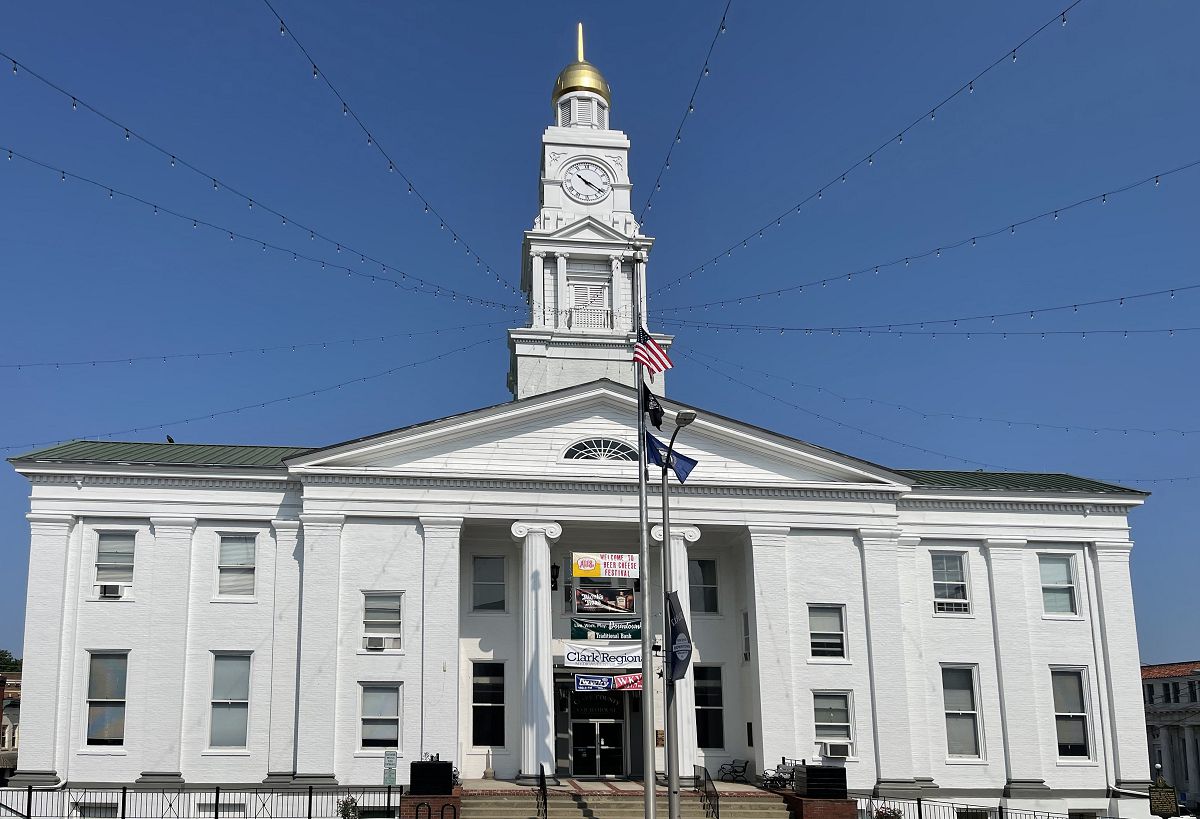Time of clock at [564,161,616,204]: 10:20
